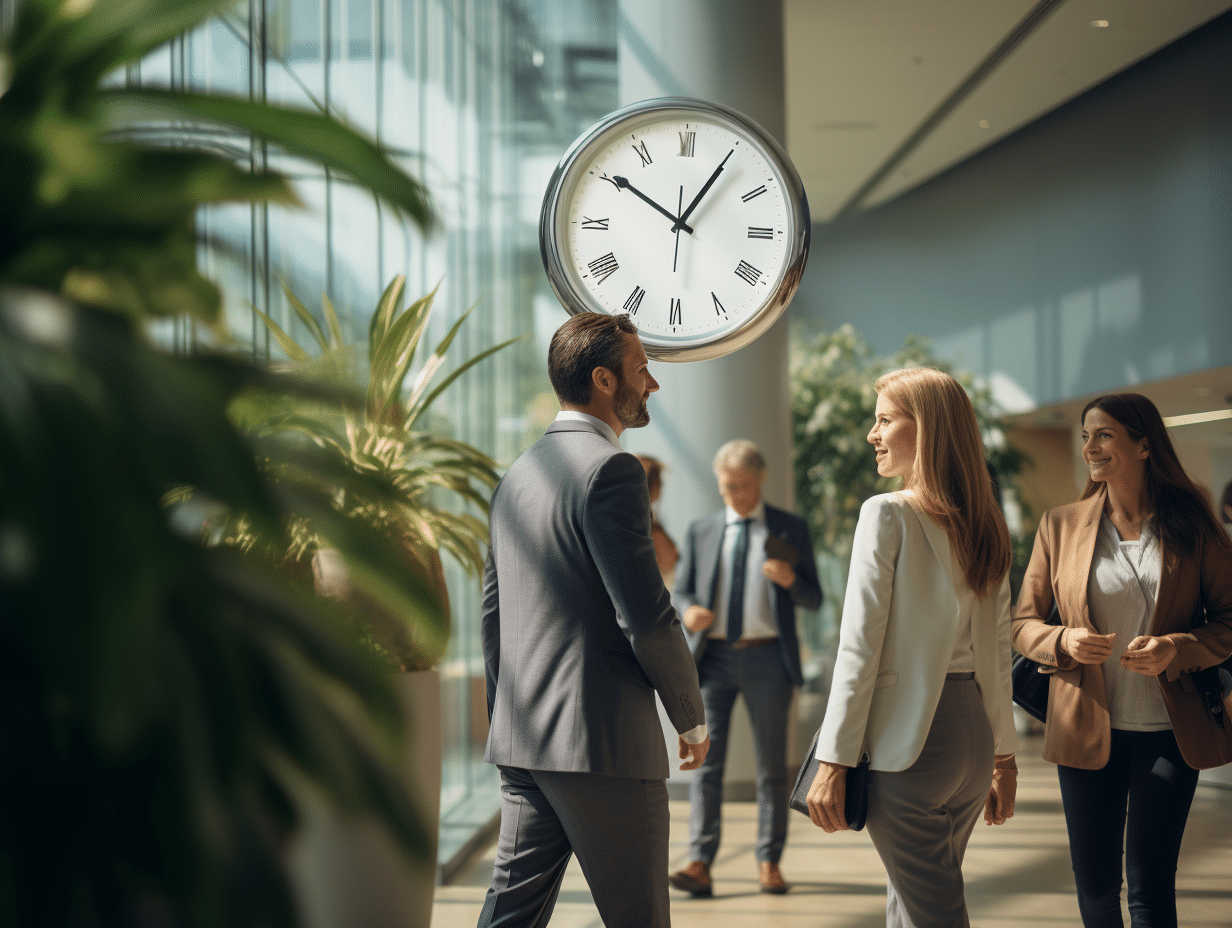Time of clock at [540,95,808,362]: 10:05
